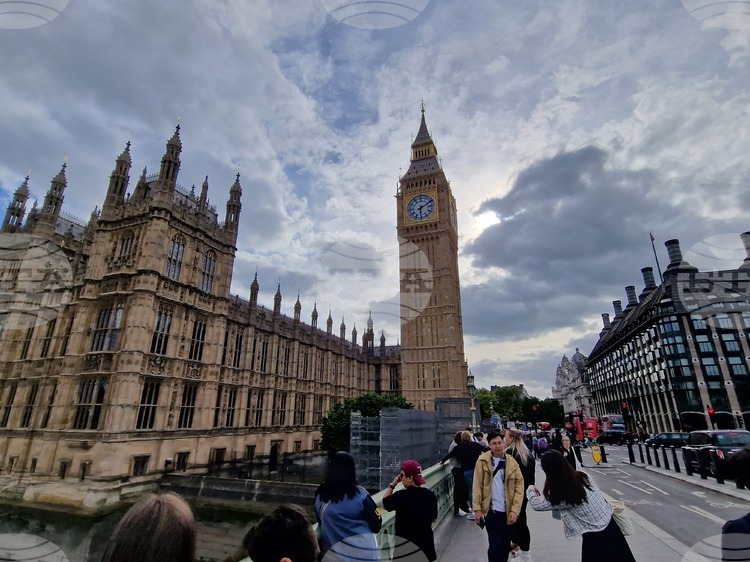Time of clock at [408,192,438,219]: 6:10
